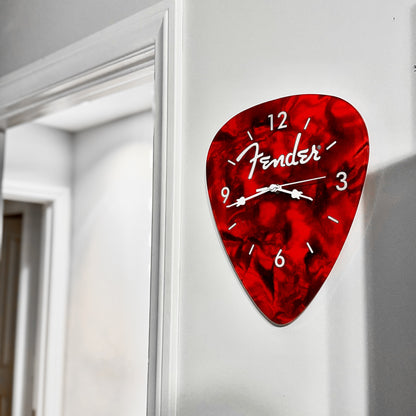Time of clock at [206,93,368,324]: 3:43
